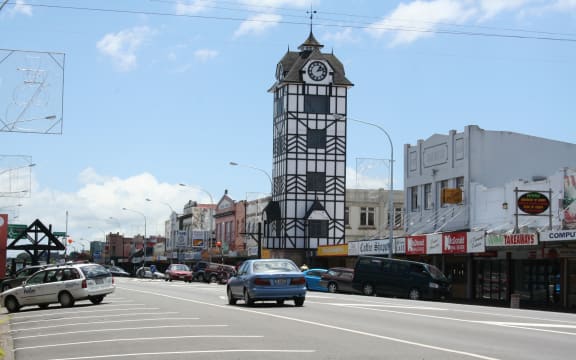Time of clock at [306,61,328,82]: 1:12
